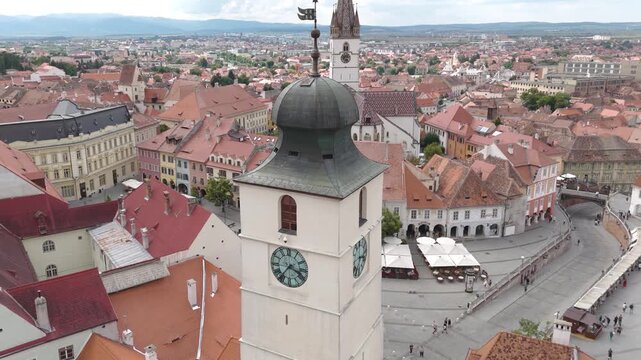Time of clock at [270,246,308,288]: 3:36
